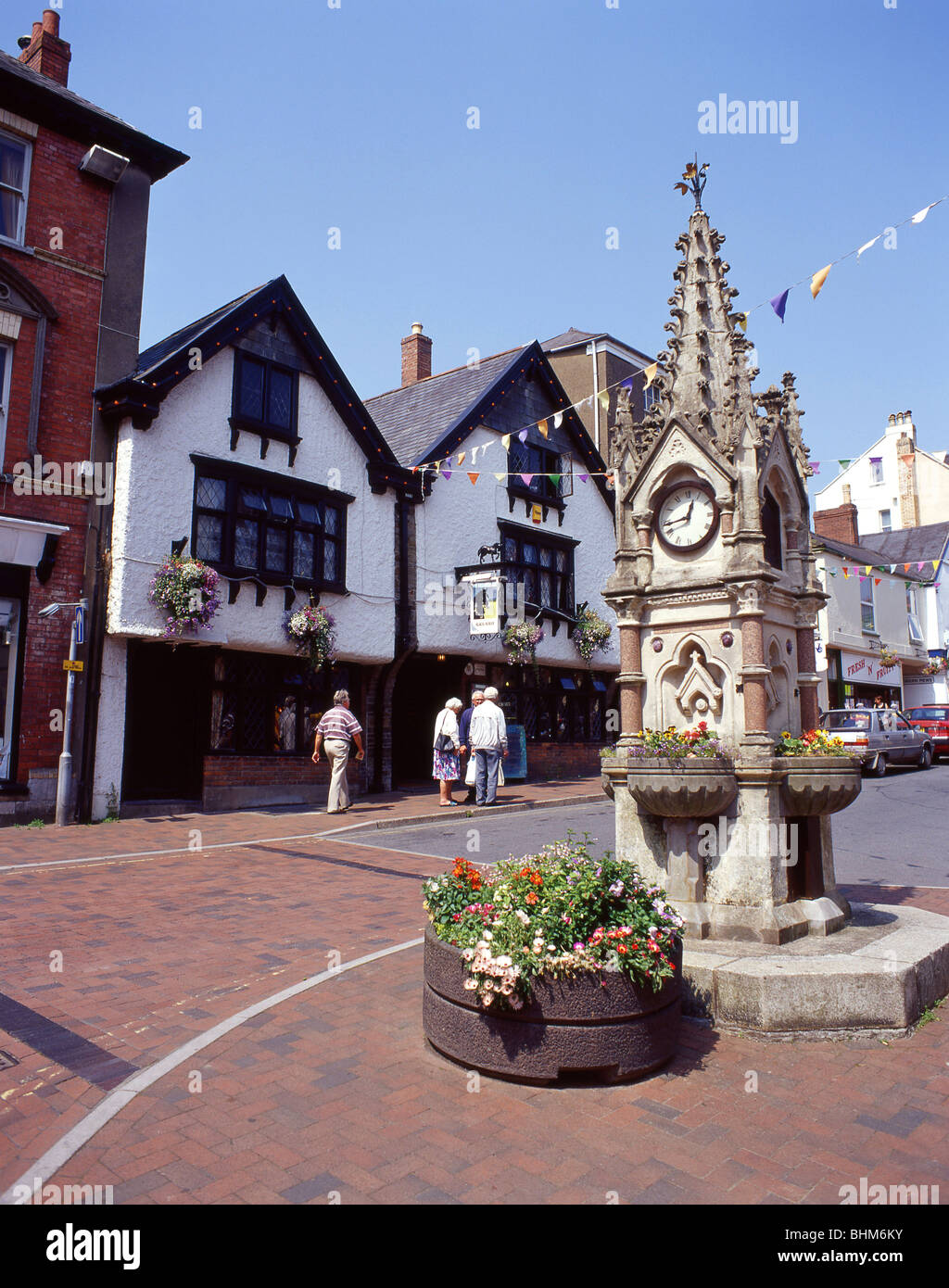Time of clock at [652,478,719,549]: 12:43
